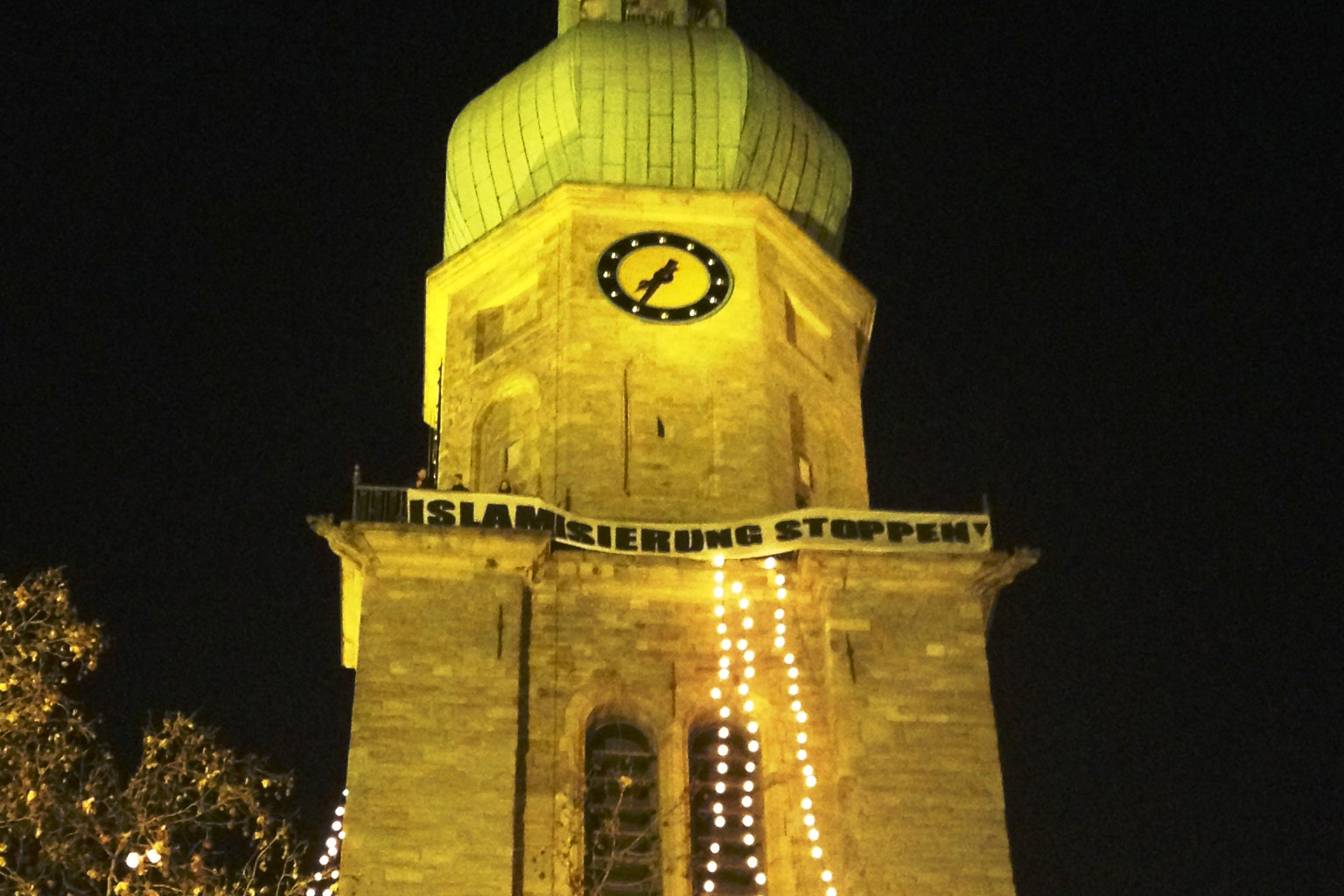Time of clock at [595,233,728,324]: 7:34
